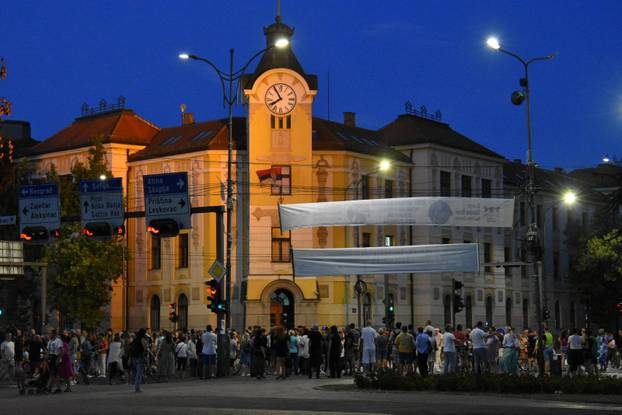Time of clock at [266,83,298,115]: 7:54
